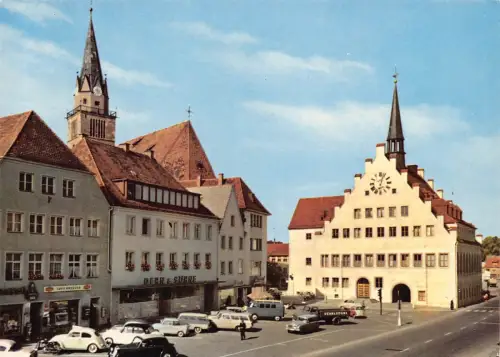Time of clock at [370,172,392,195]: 6:03
